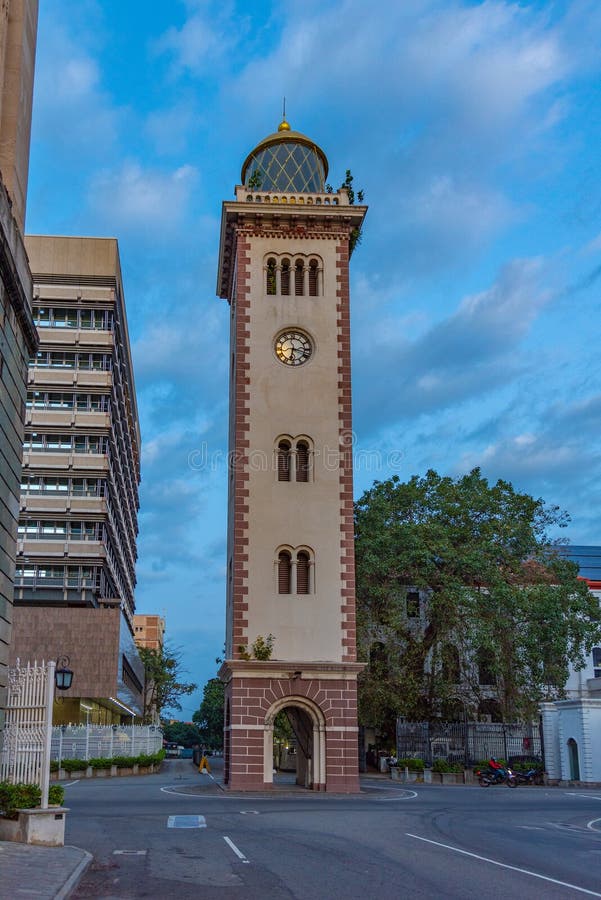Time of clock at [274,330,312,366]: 6:17
